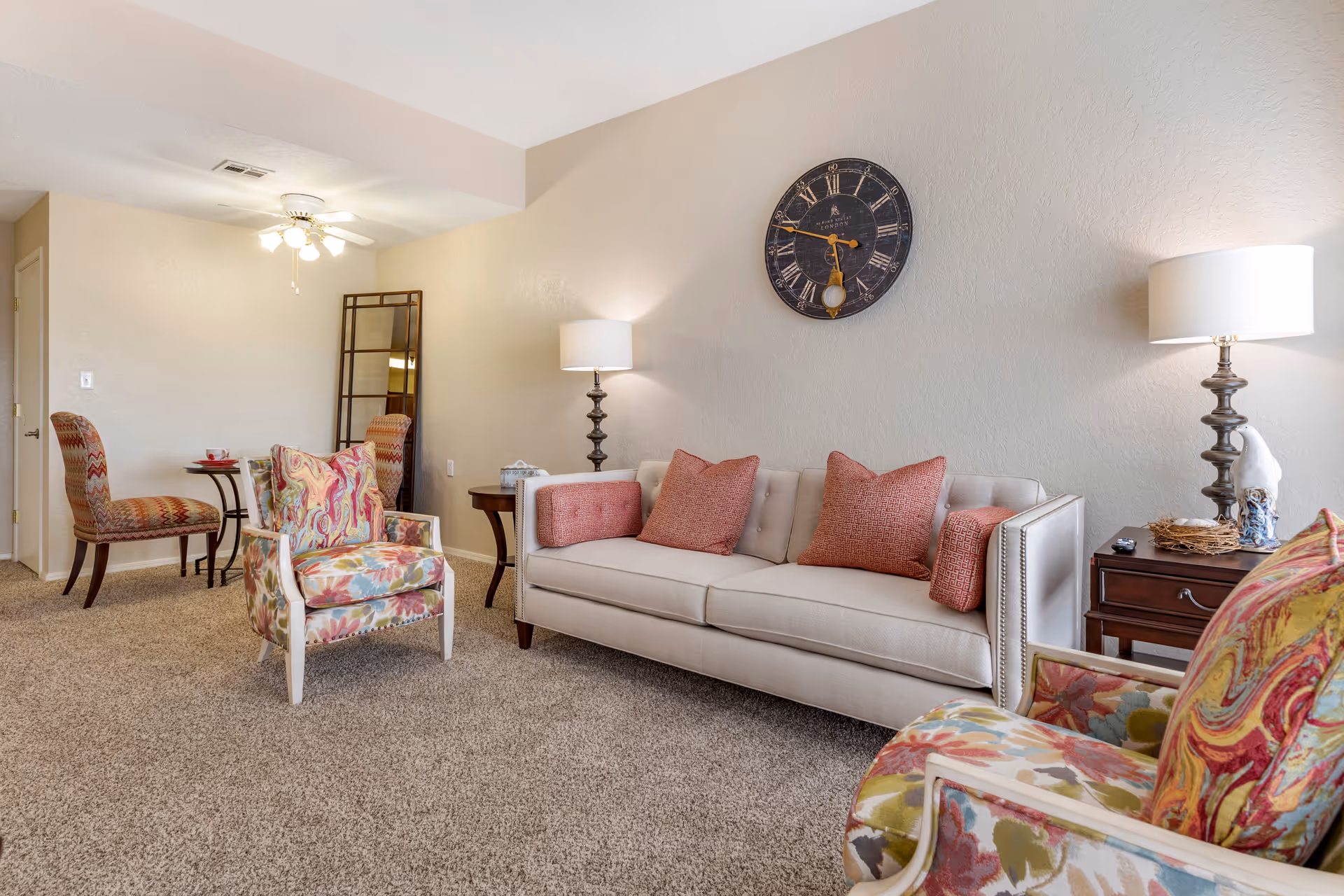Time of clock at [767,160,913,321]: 5:48
